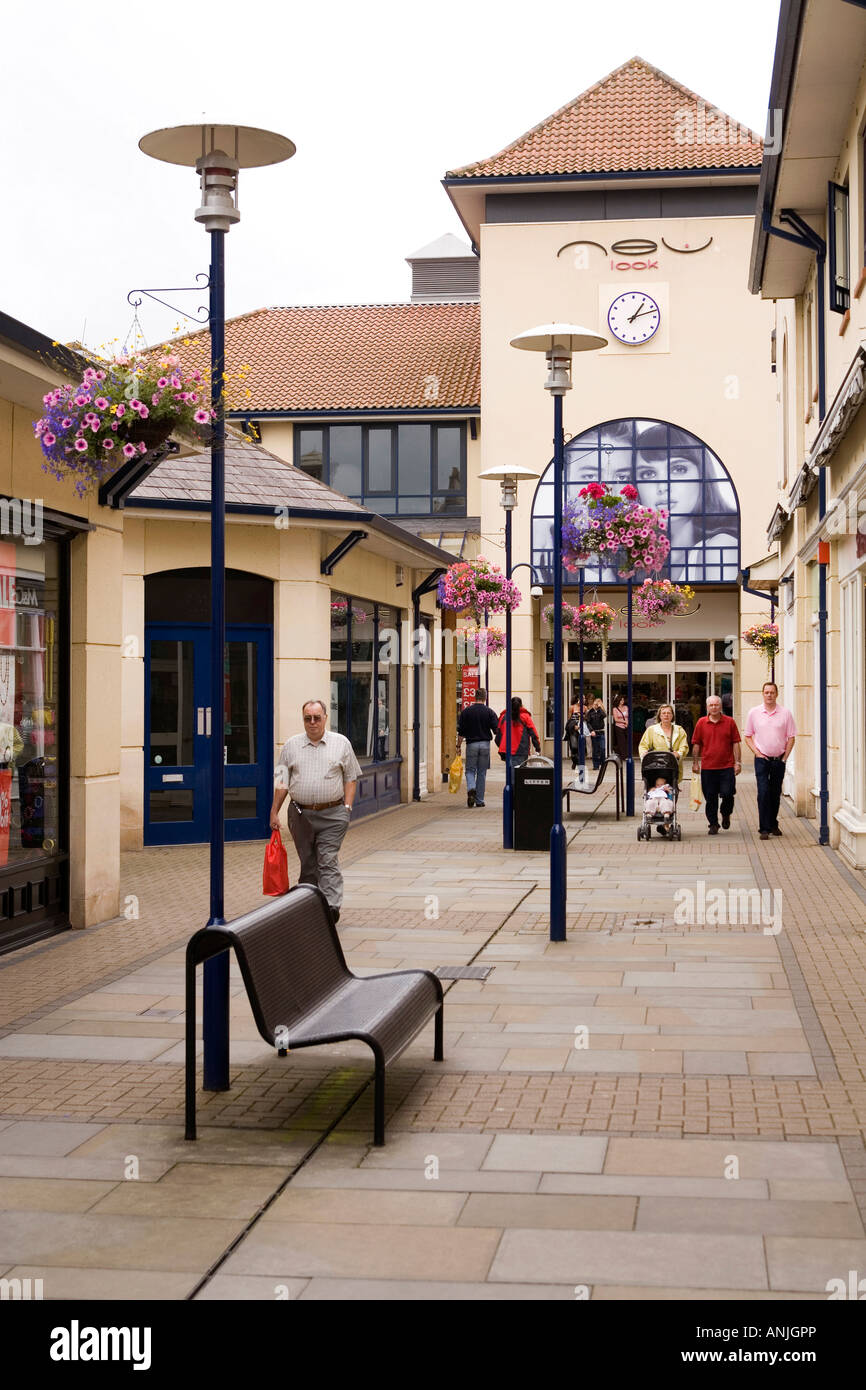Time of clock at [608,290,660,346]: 1:12
